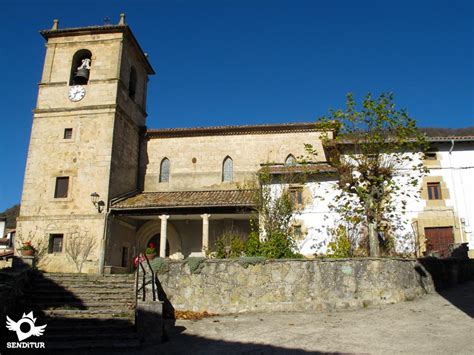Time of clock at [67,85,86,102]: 2:33
